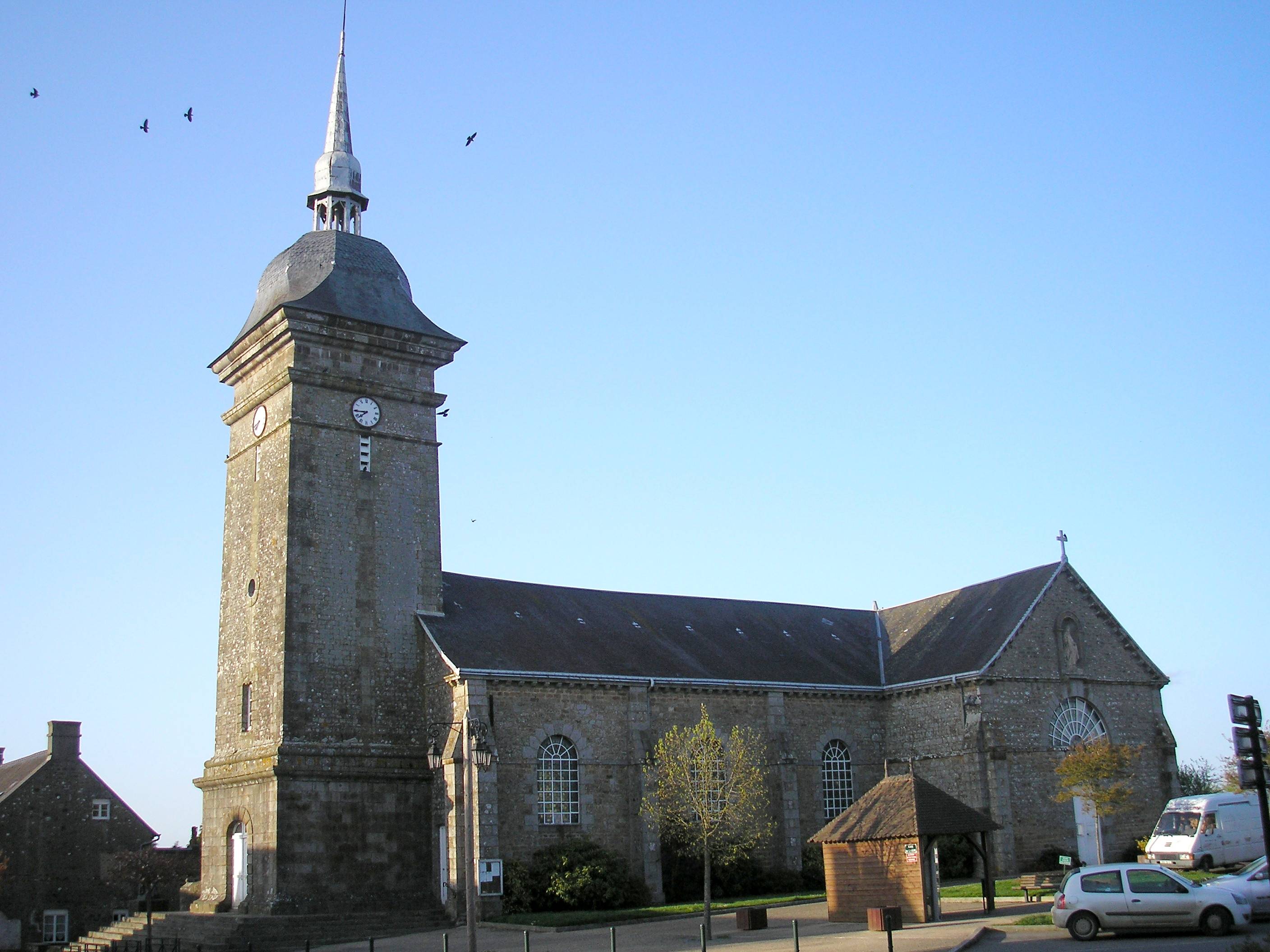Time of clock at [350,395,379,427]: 7:44
